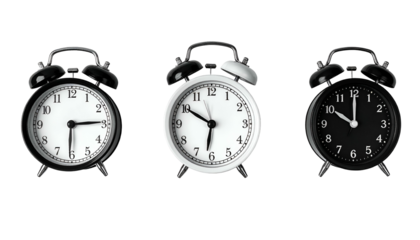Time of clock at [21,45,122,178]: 6:14
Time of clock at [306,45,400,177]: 10:00
